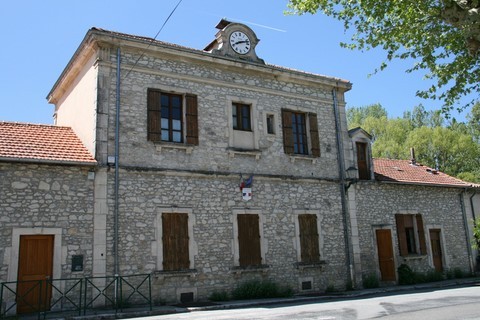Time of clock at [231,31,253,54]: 8:12
